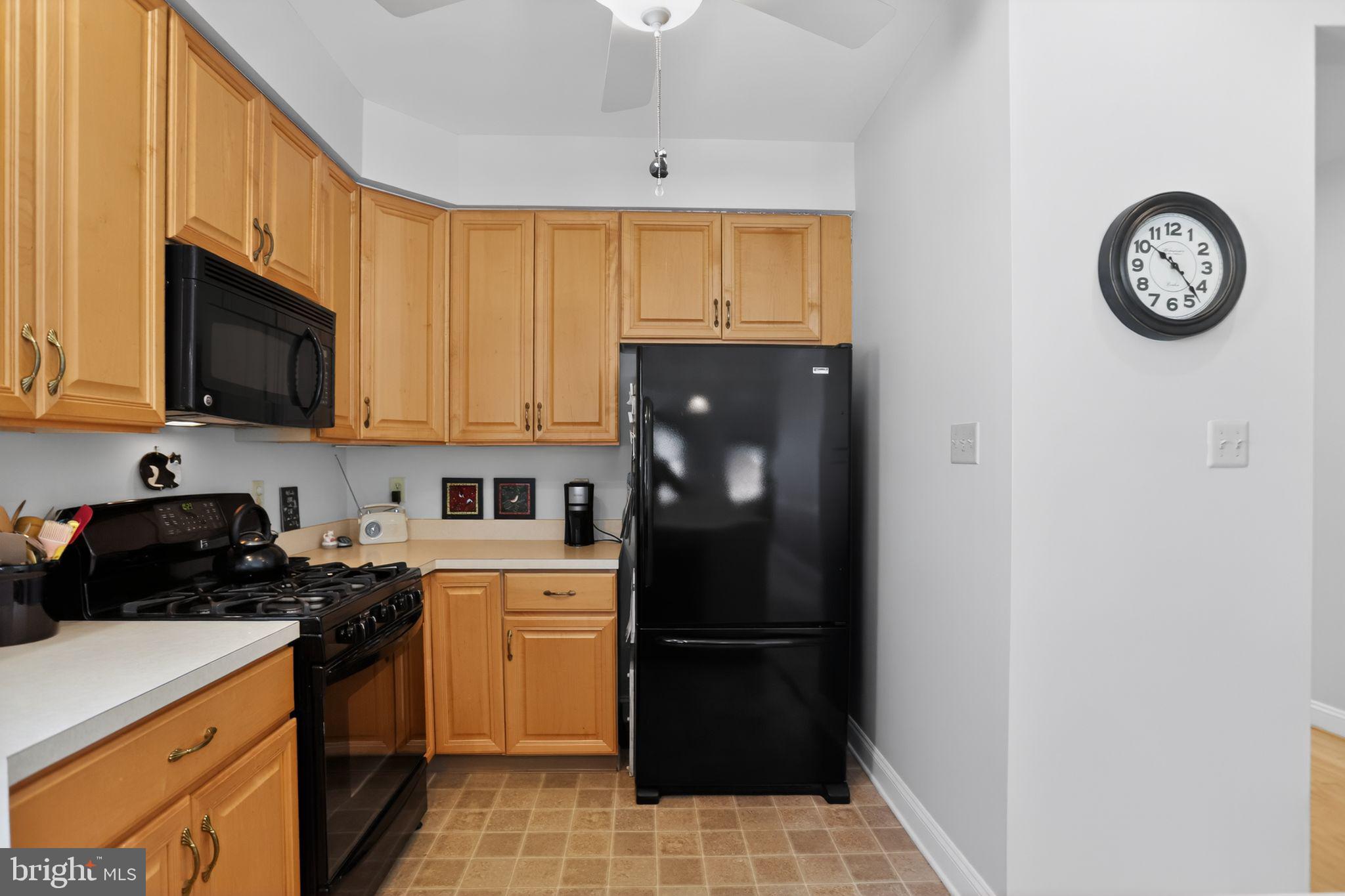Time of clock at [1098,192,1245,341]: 10:23
